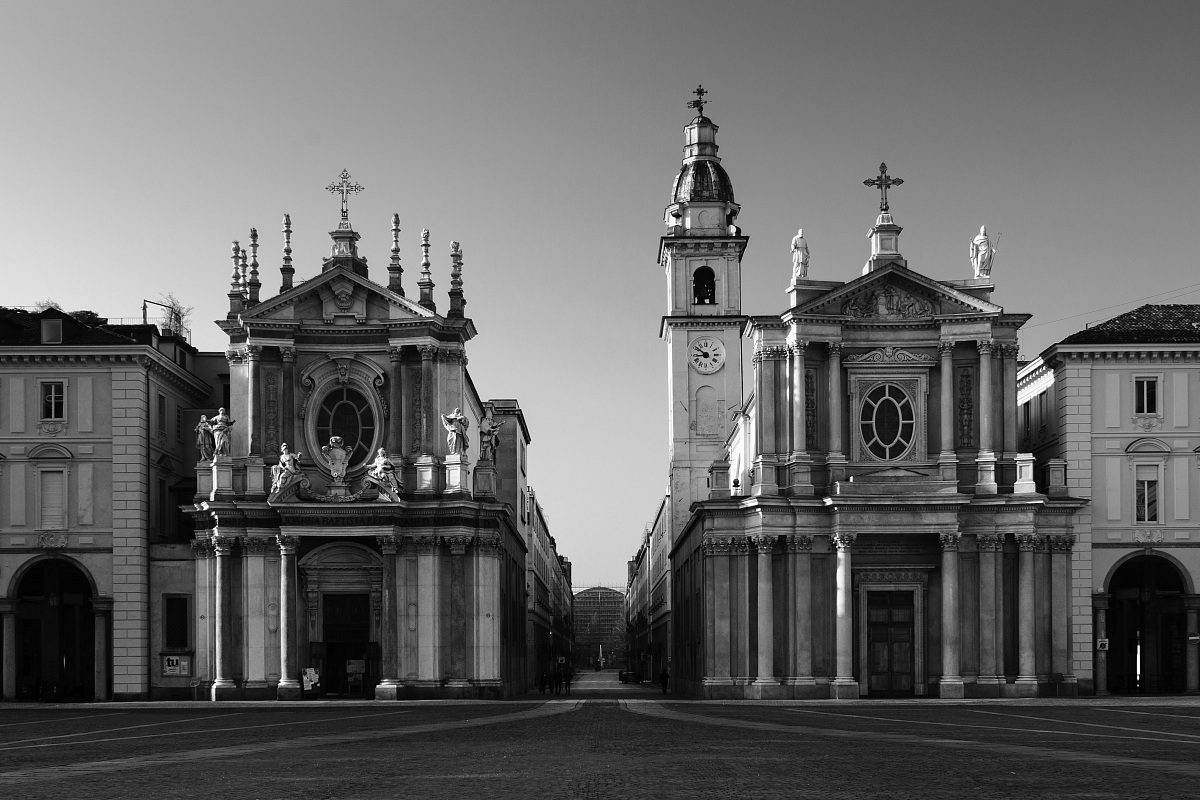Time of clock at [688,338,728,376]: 8:51
